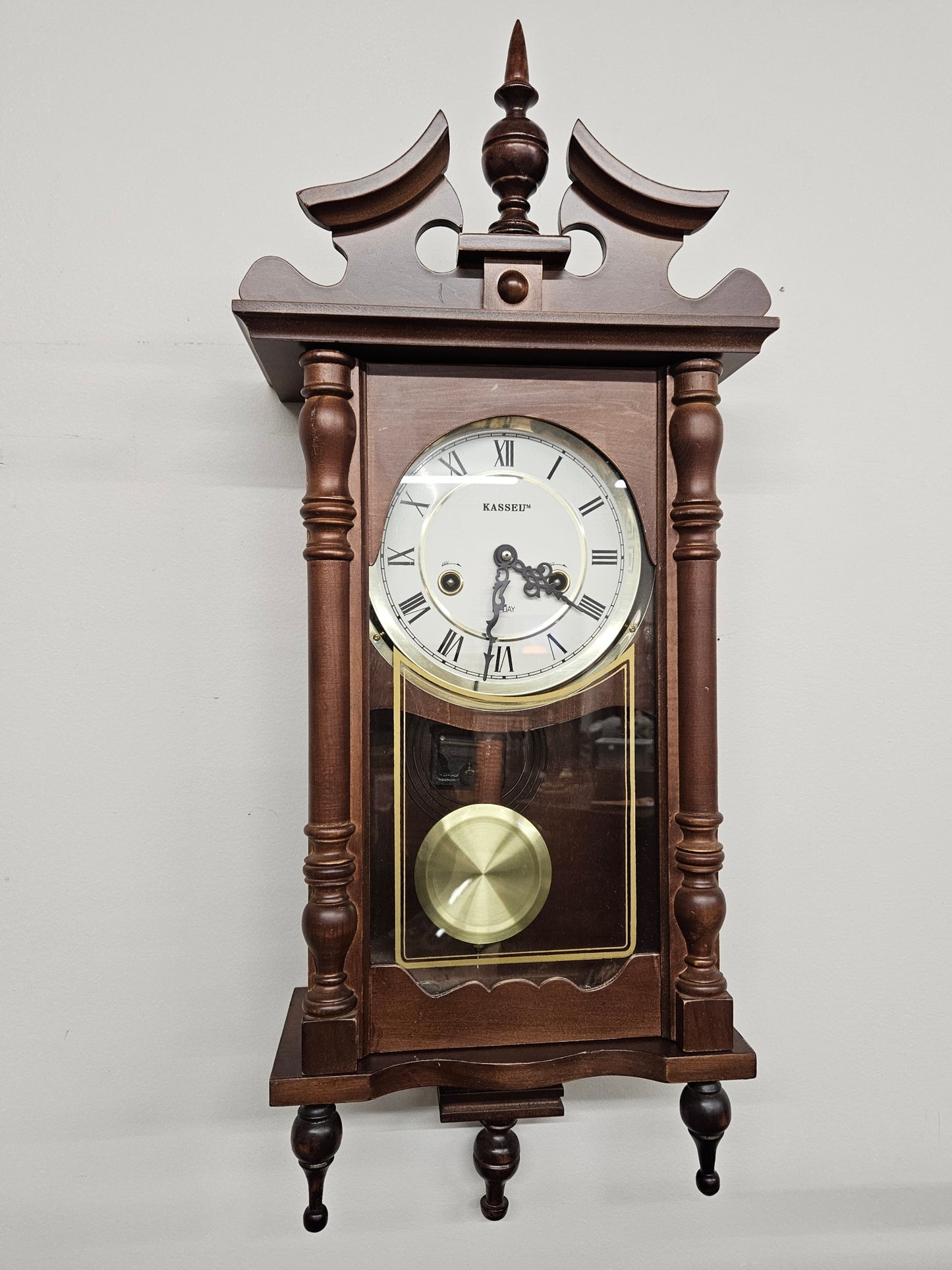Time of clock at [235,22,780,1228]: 3:32
